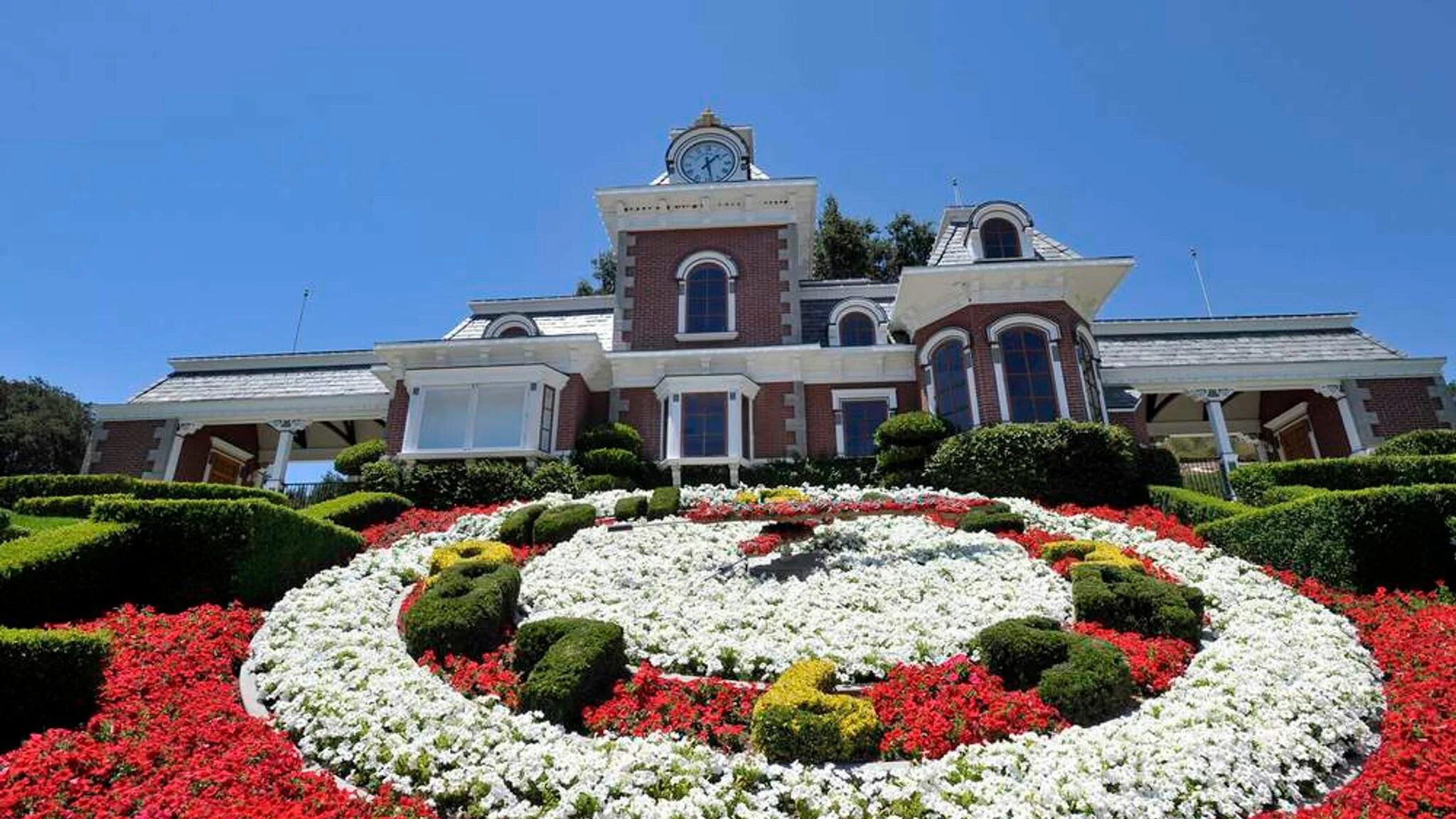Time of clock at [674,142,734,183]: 1:28
